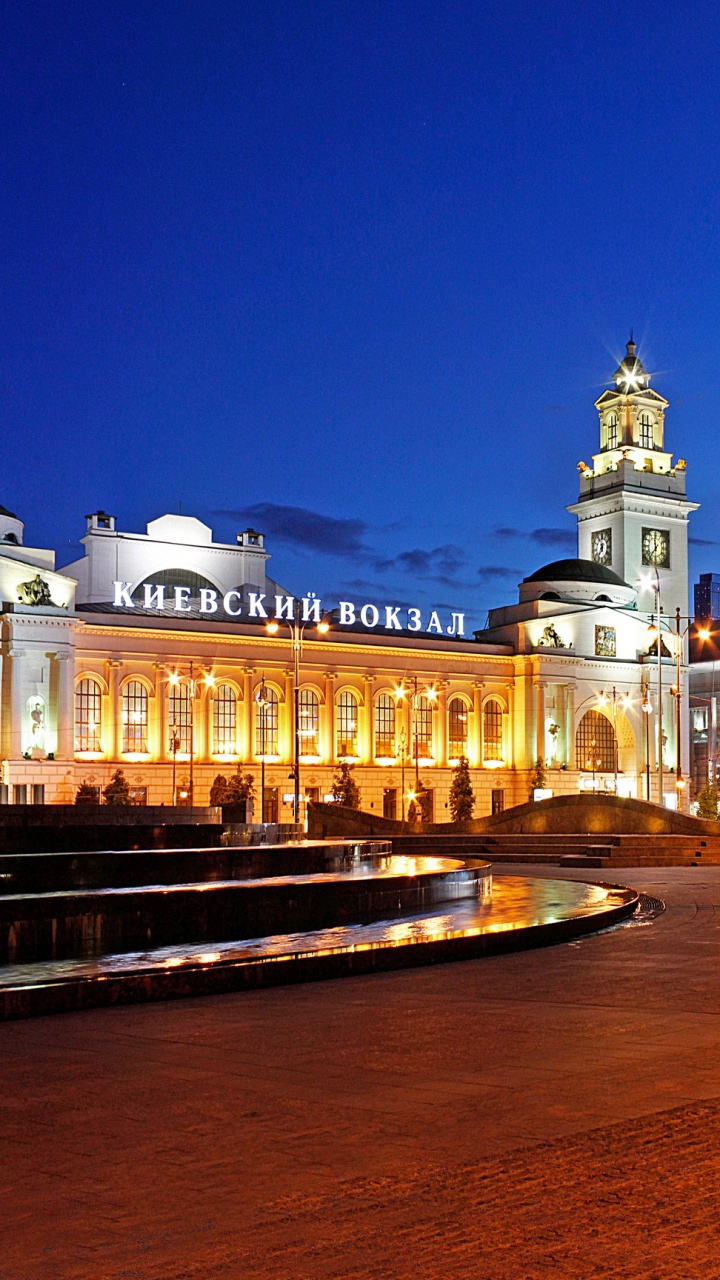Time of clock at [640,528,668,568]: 6:59
